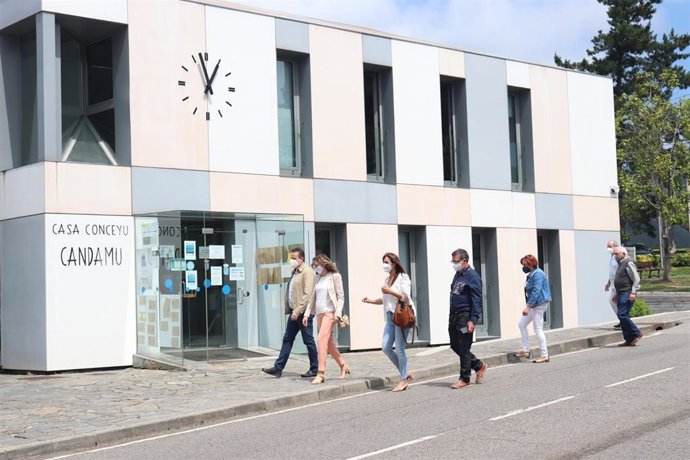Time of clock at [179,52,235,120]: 12:57
